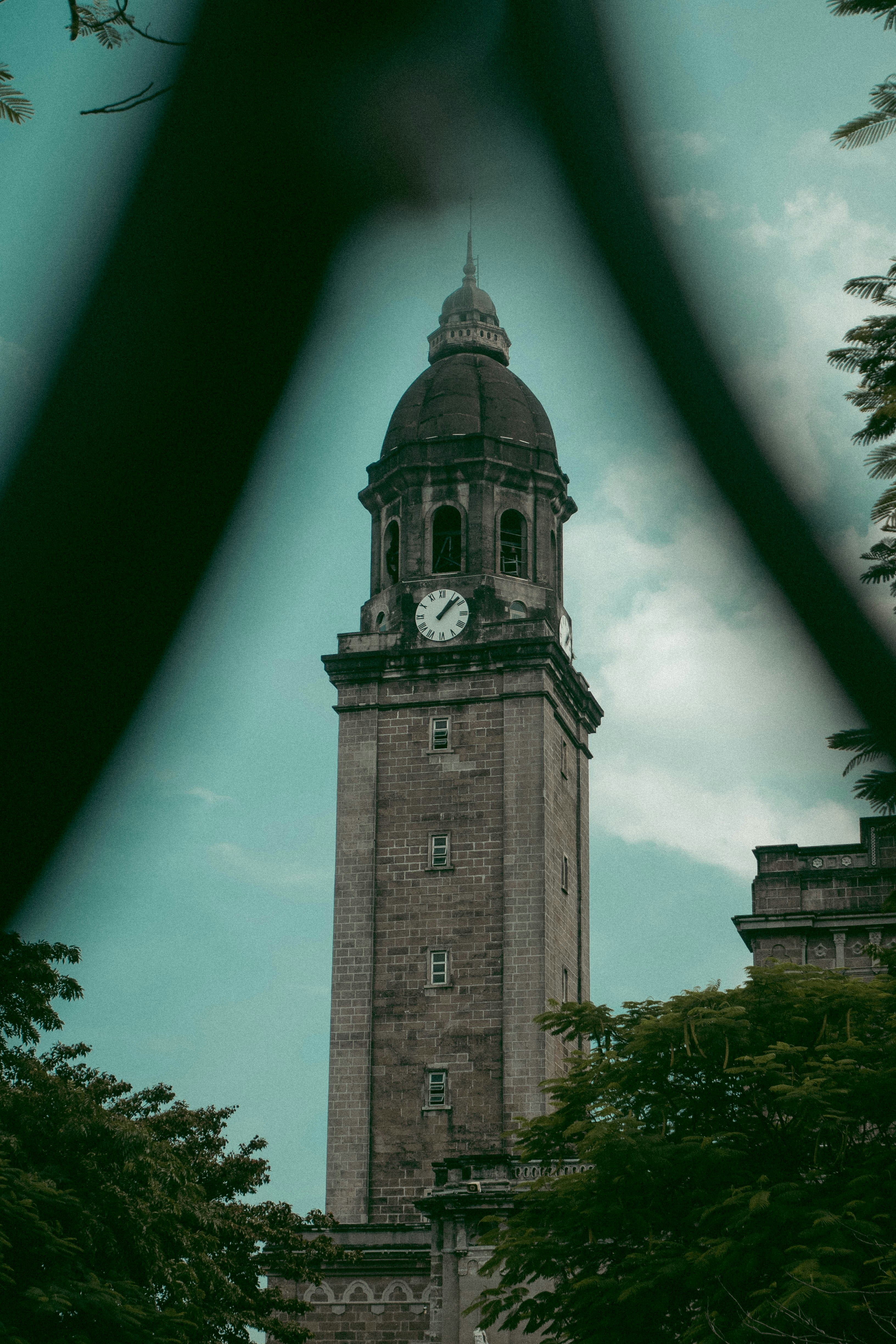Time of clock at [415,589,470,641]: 1:07
